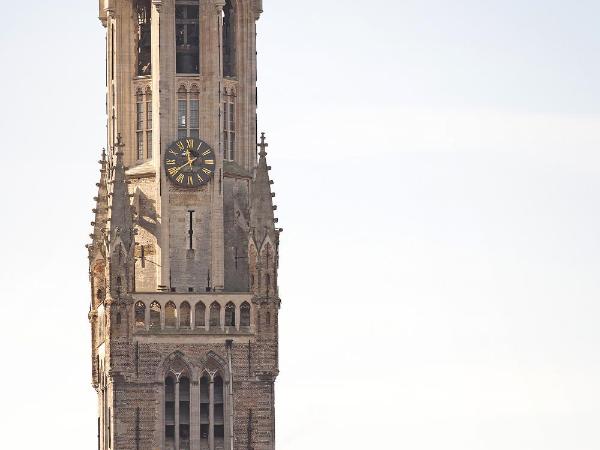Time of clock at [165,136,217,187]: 11:39
